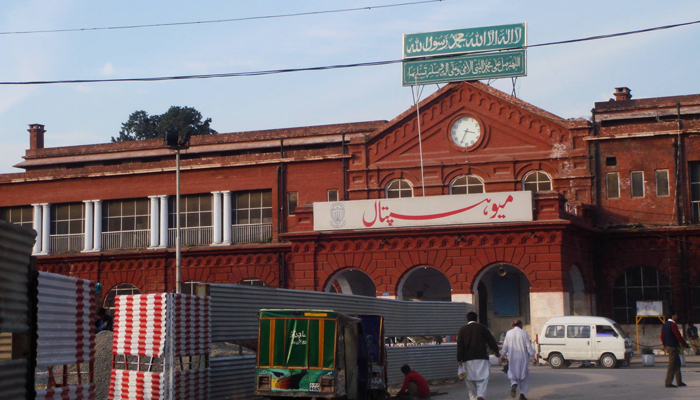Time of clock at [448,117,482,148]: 3:34
